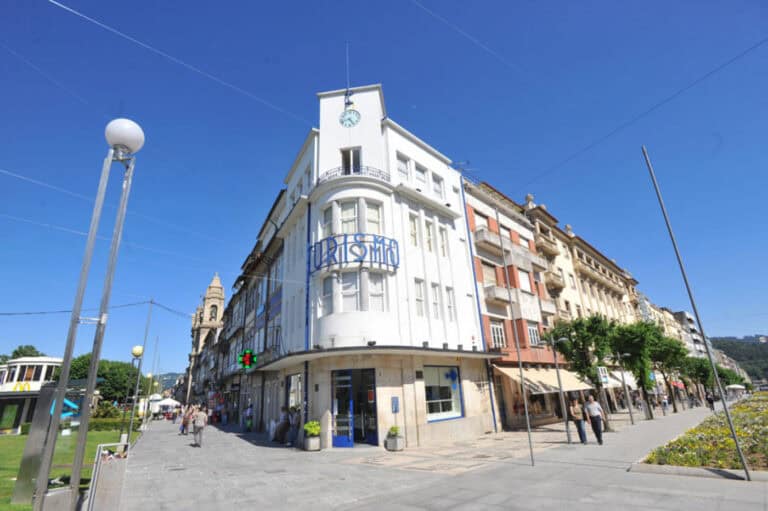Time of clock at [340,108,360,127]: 4:42
